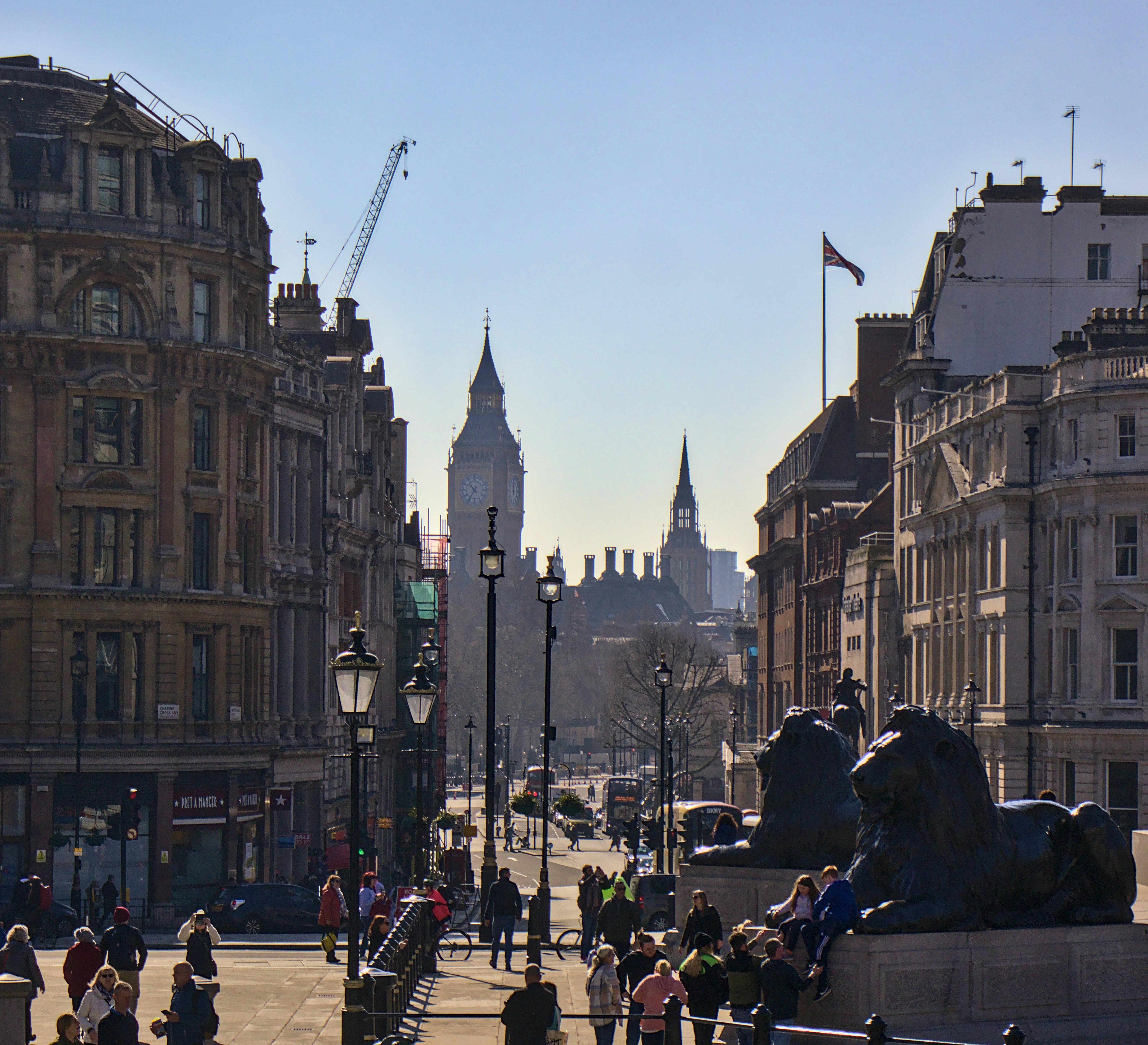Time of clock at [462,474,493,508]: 10:35
